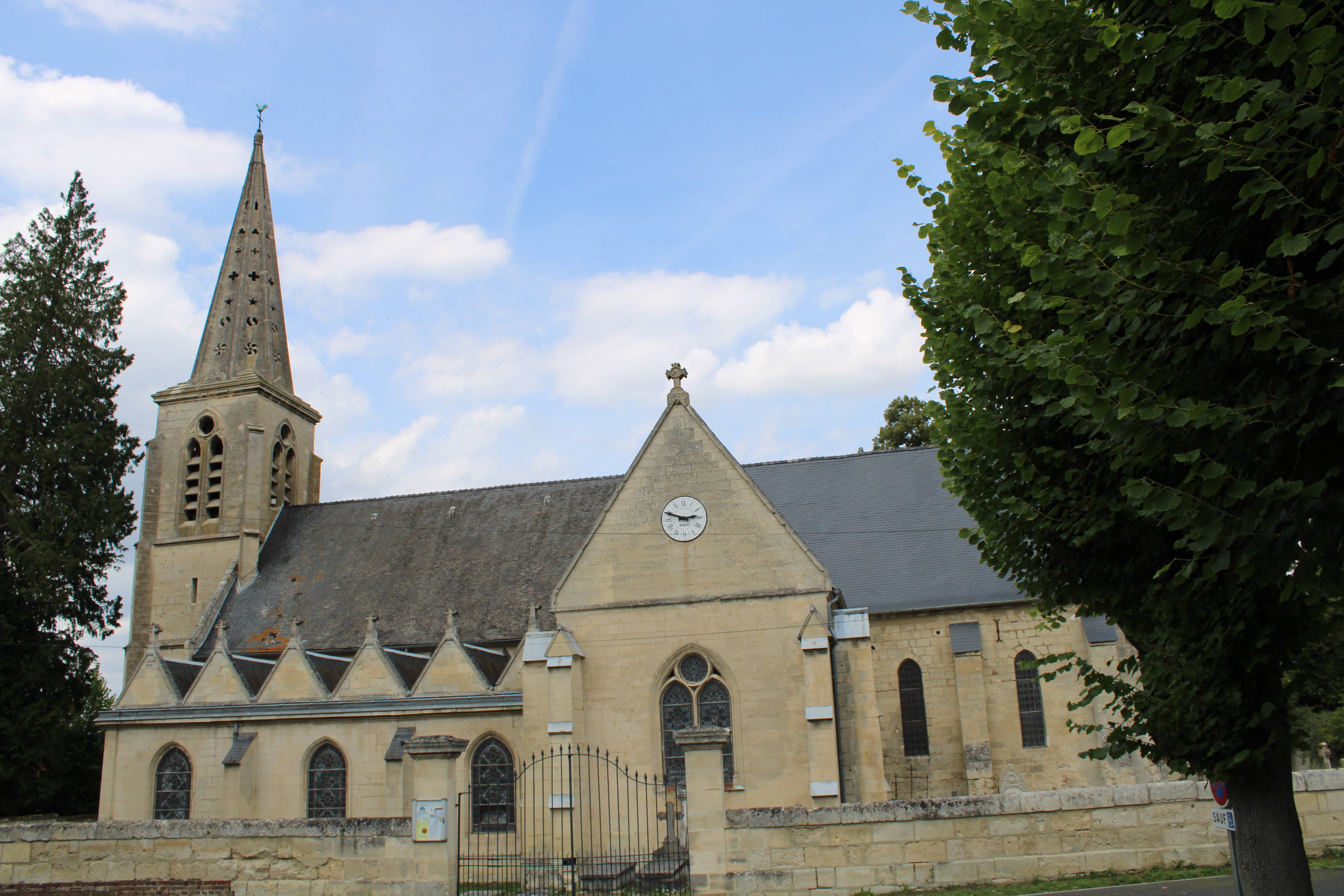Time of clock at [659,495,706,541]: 2:48
